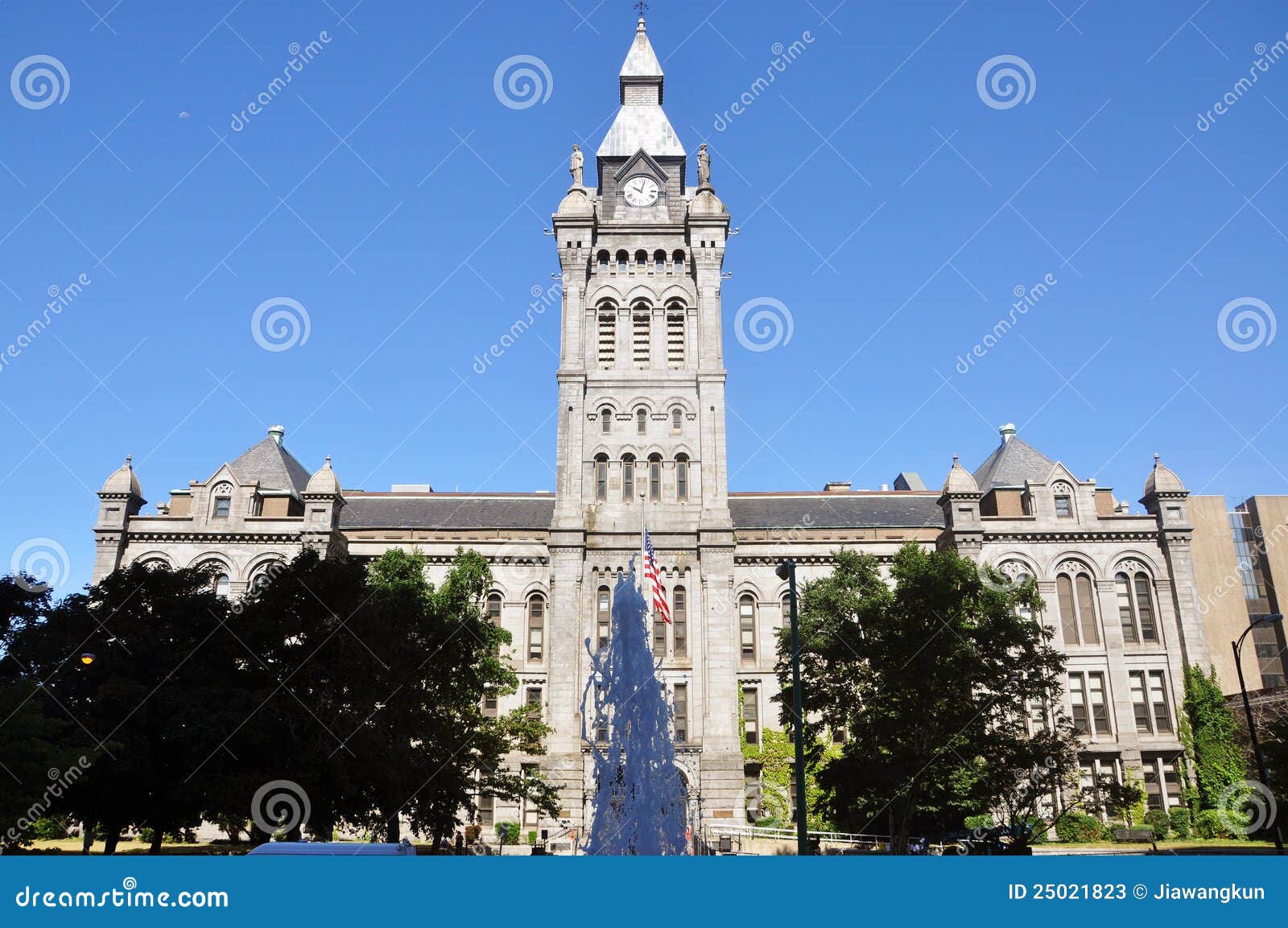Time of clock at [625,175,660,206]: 10:02
